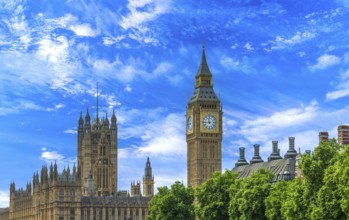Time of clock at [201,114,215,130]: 11:44
